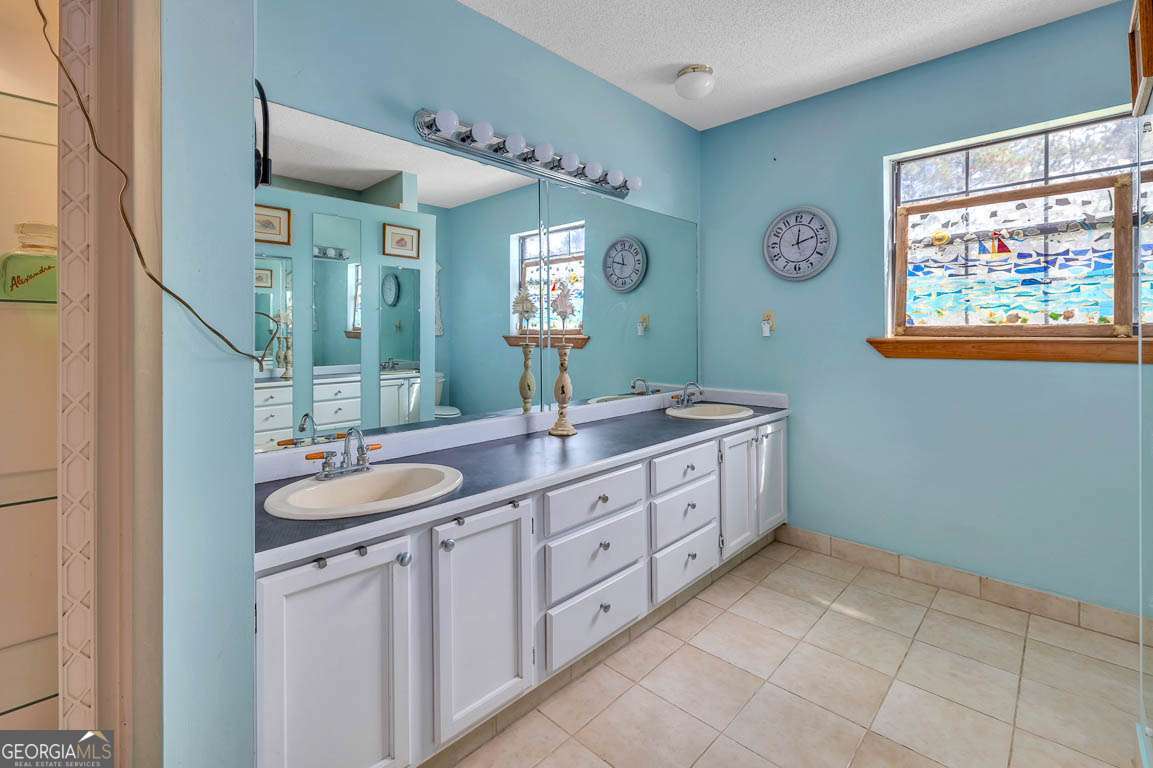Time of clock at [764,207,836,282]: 12:11
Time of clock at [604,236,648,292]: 11:47
